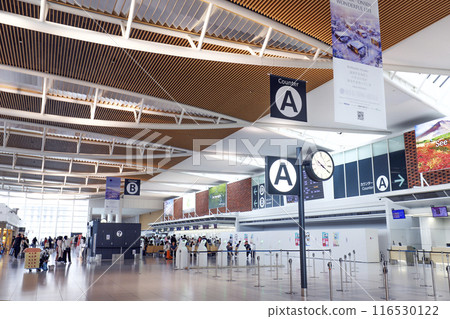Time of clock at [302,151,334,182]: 10:20
